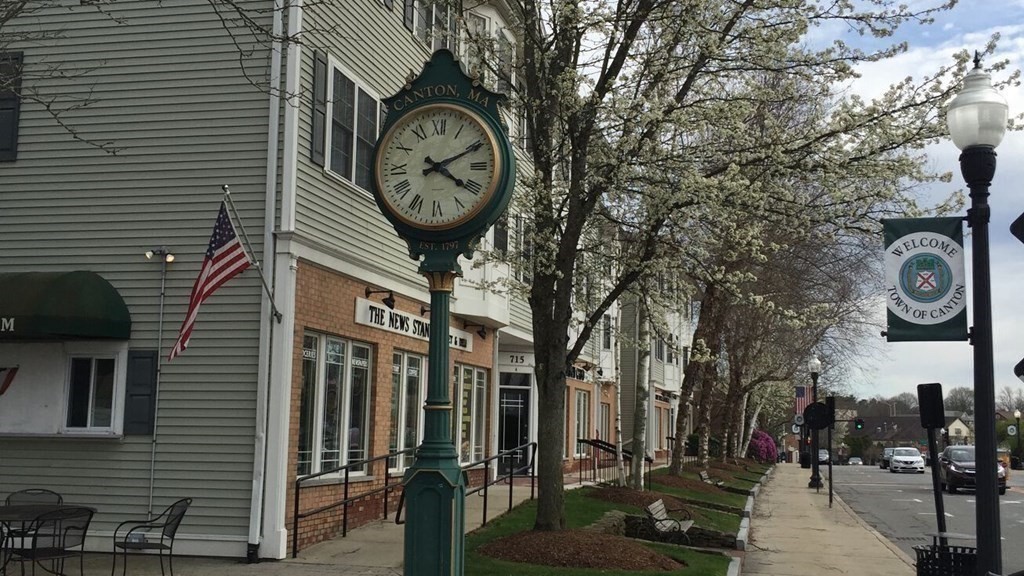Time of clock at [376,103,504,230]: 4:10
